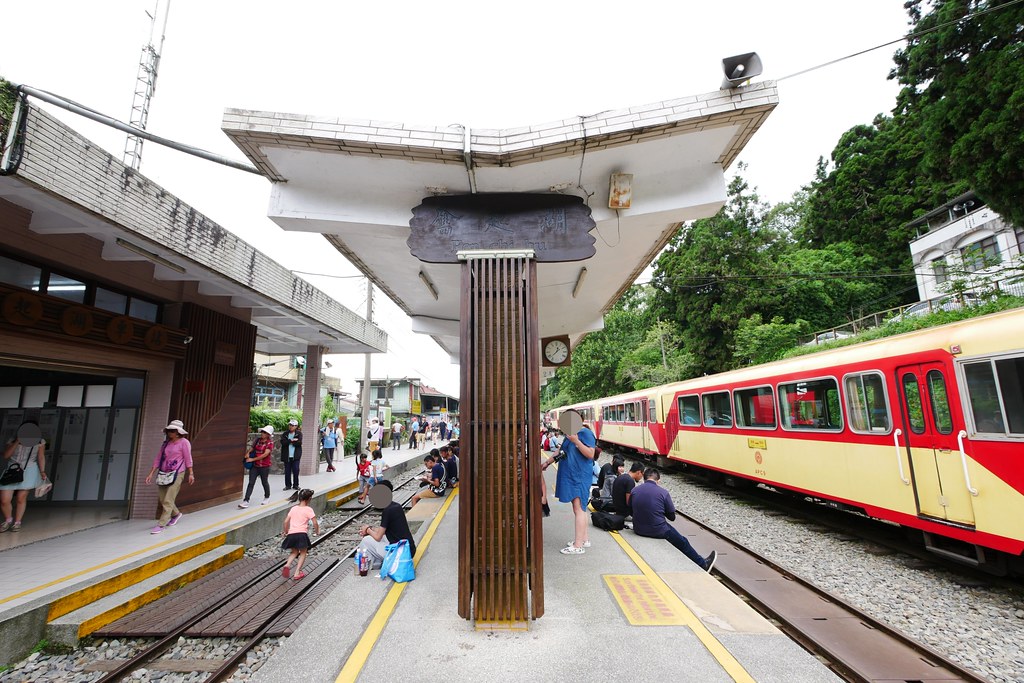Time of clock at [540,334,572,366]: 12:37
